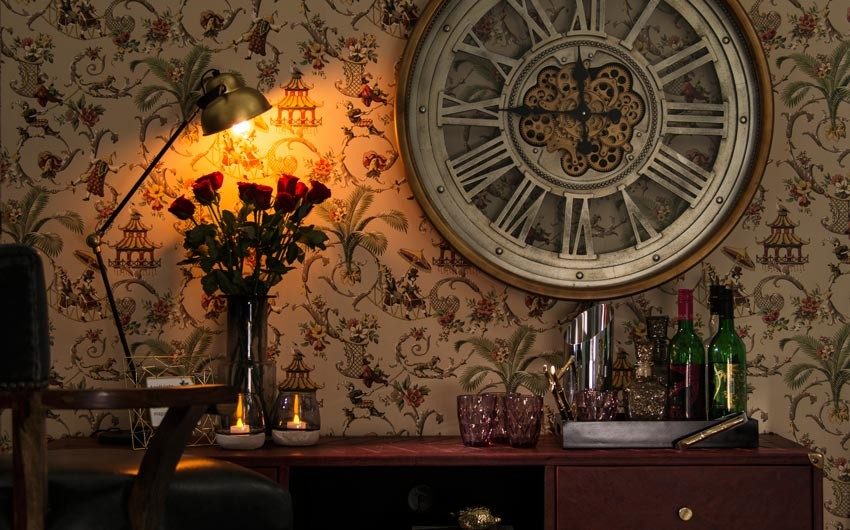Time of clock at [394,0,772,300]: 11:45
